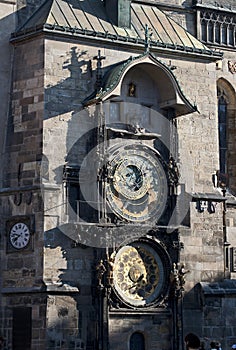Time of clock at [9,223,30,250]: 7:46
